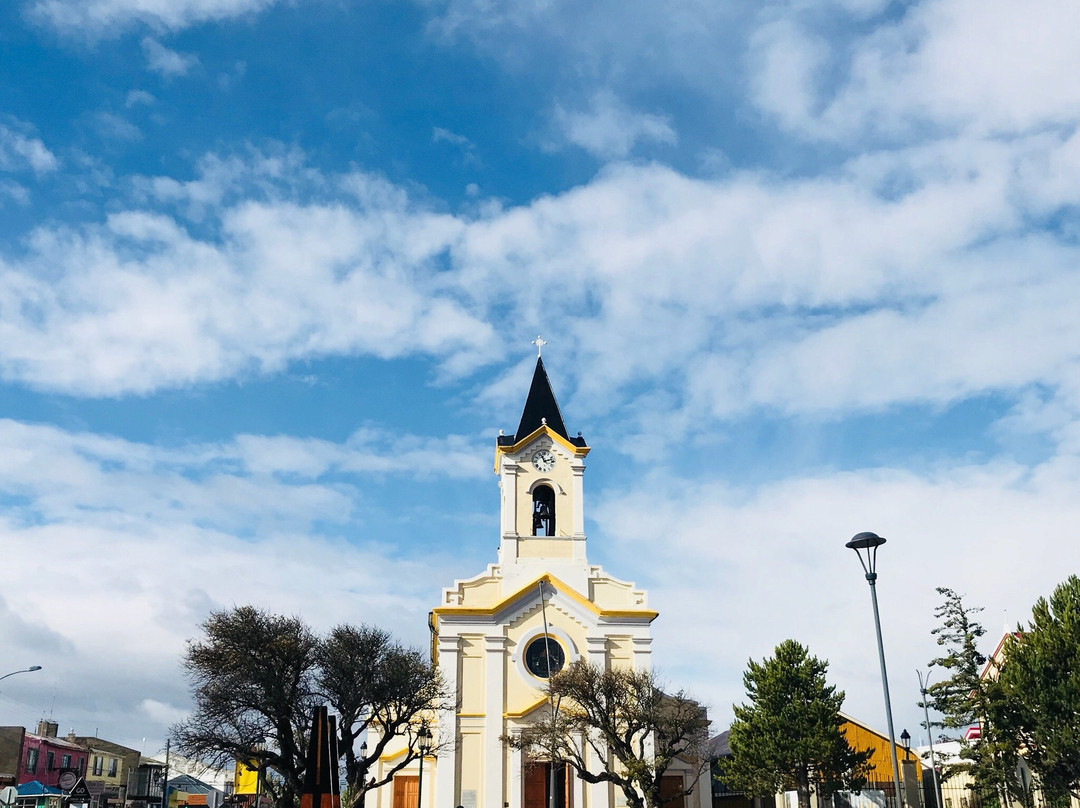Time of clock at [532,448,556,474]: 11:12
